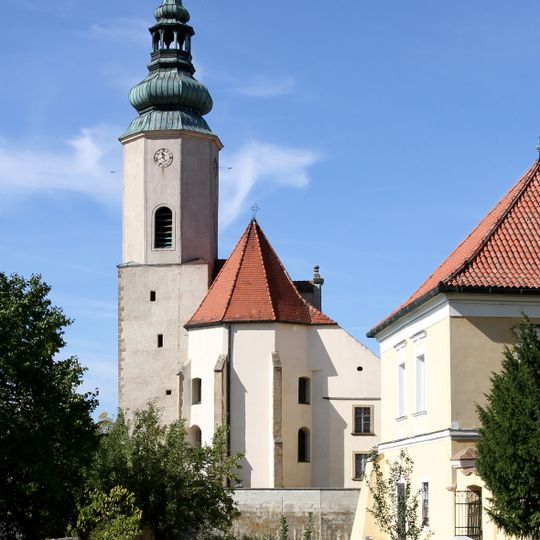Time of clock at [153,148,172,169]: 11:41
